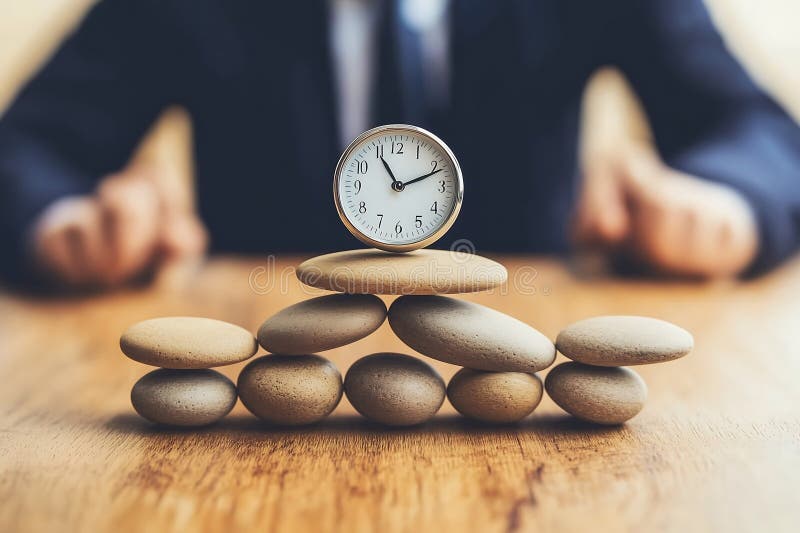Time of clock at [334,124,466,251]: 11:11
